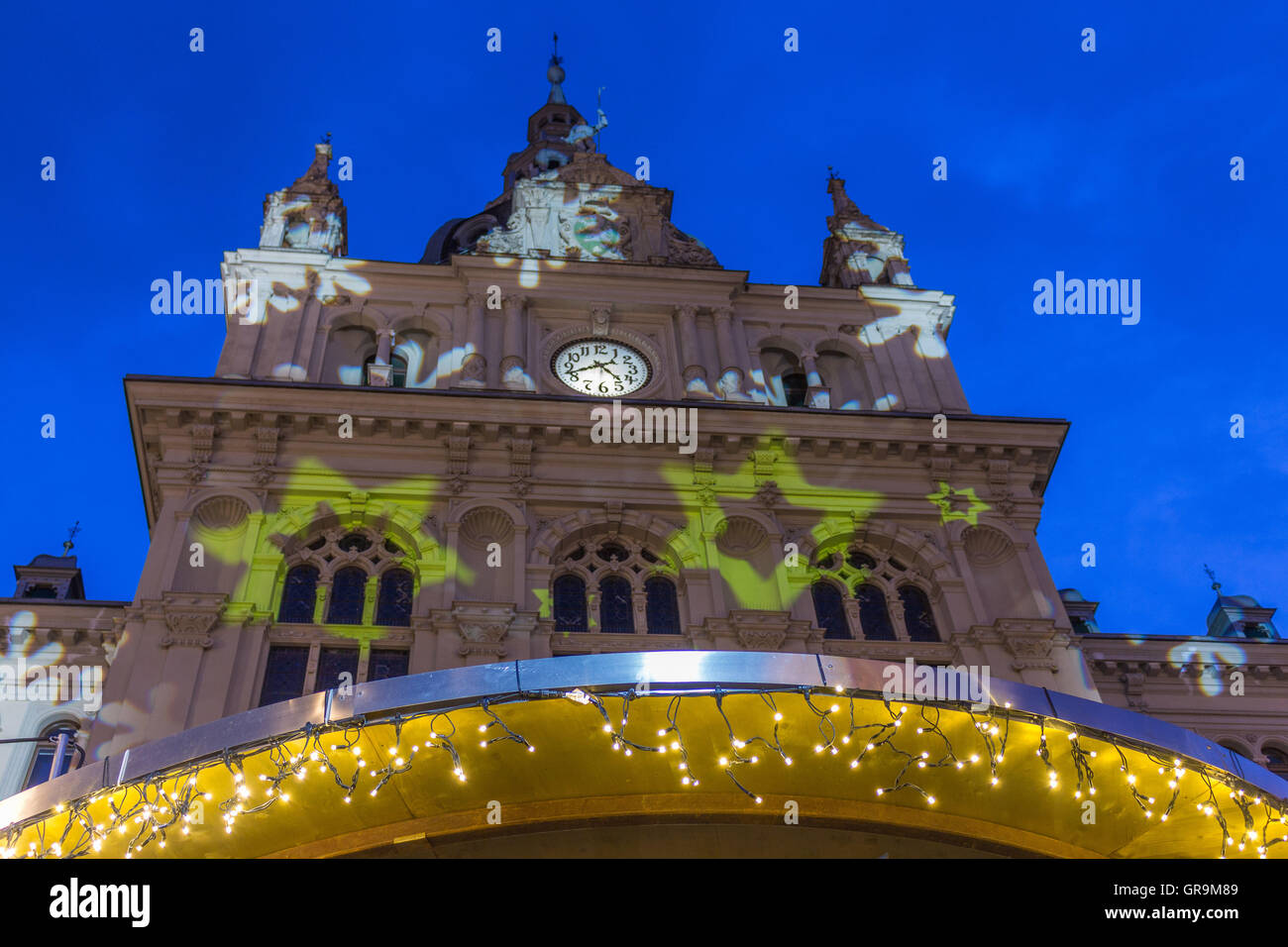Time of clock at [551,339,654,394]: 4:41
